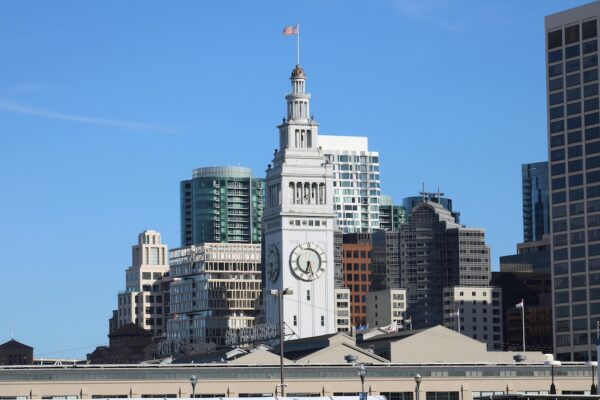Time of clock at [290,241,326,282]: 6:27
